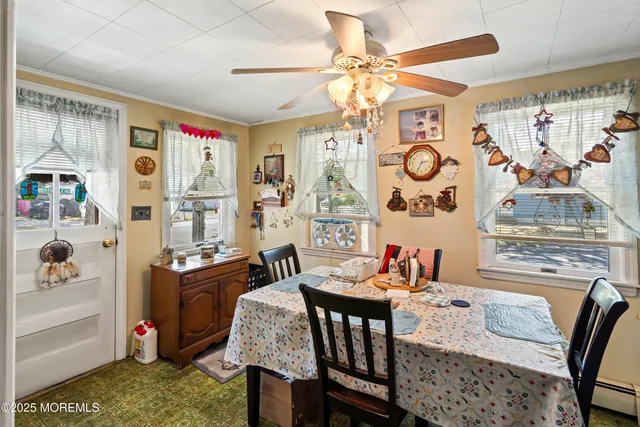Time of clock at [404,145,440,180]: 2:34
